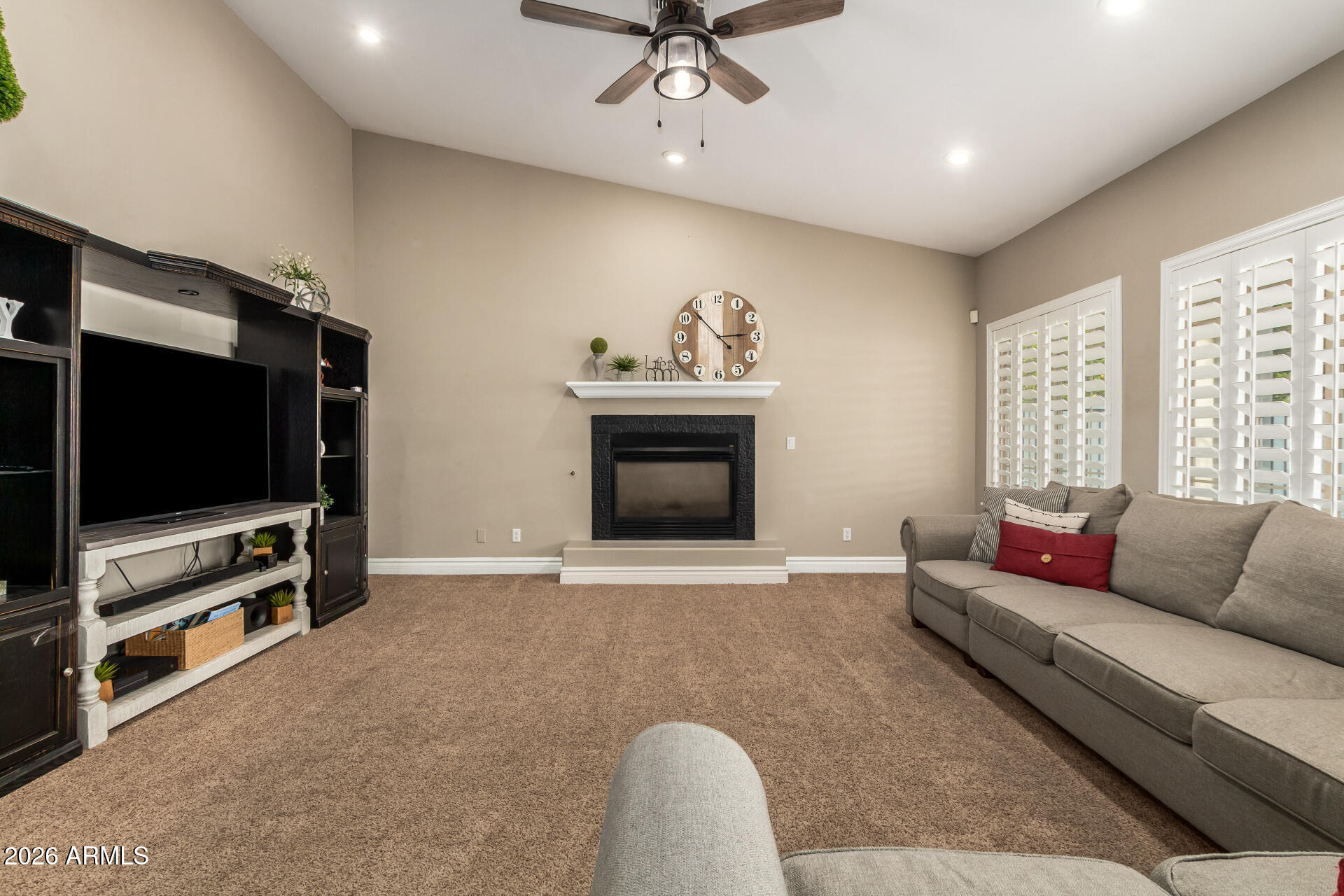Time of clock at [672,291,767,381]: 2:52
